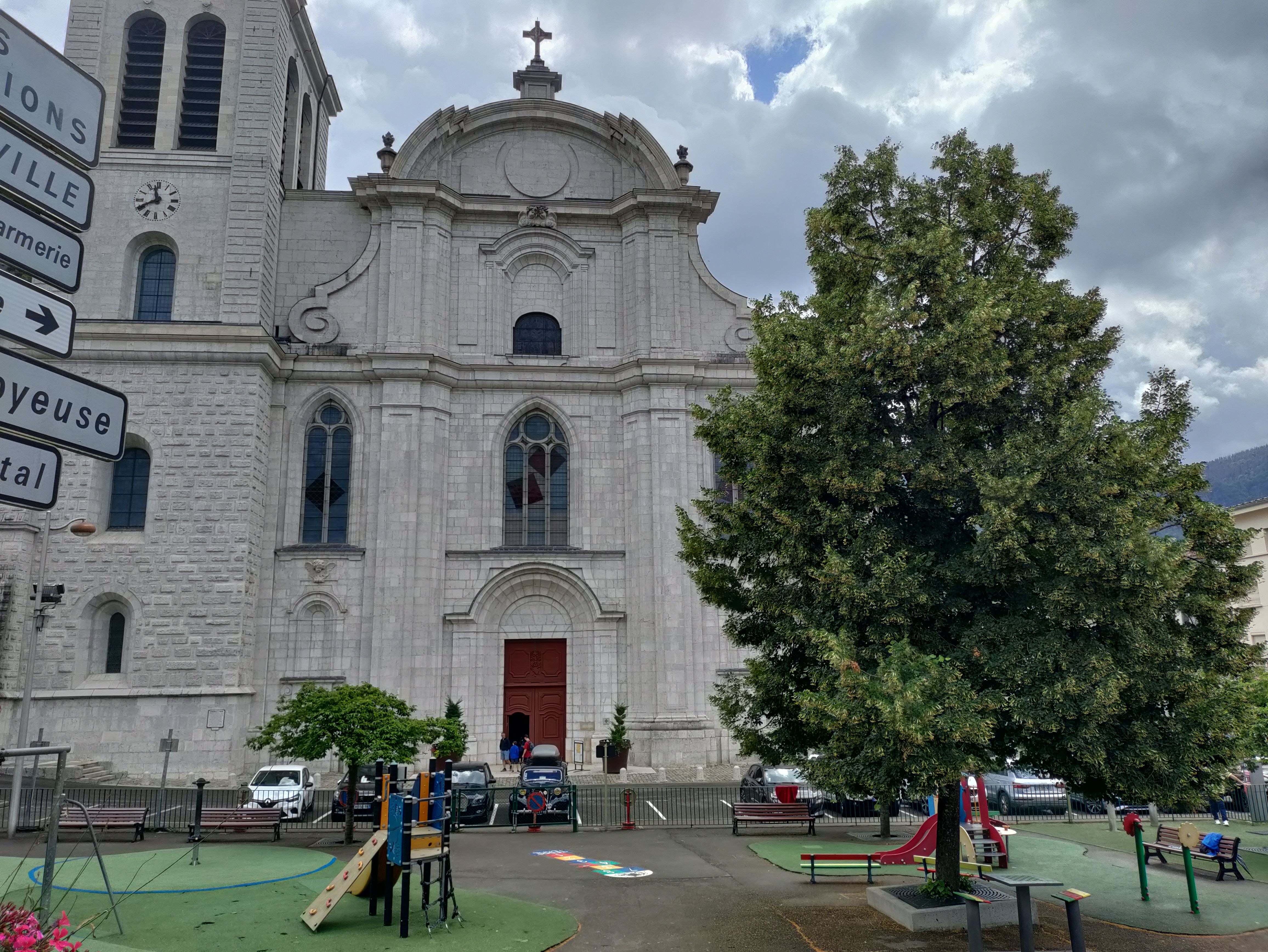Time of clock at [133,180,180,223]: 11:40
